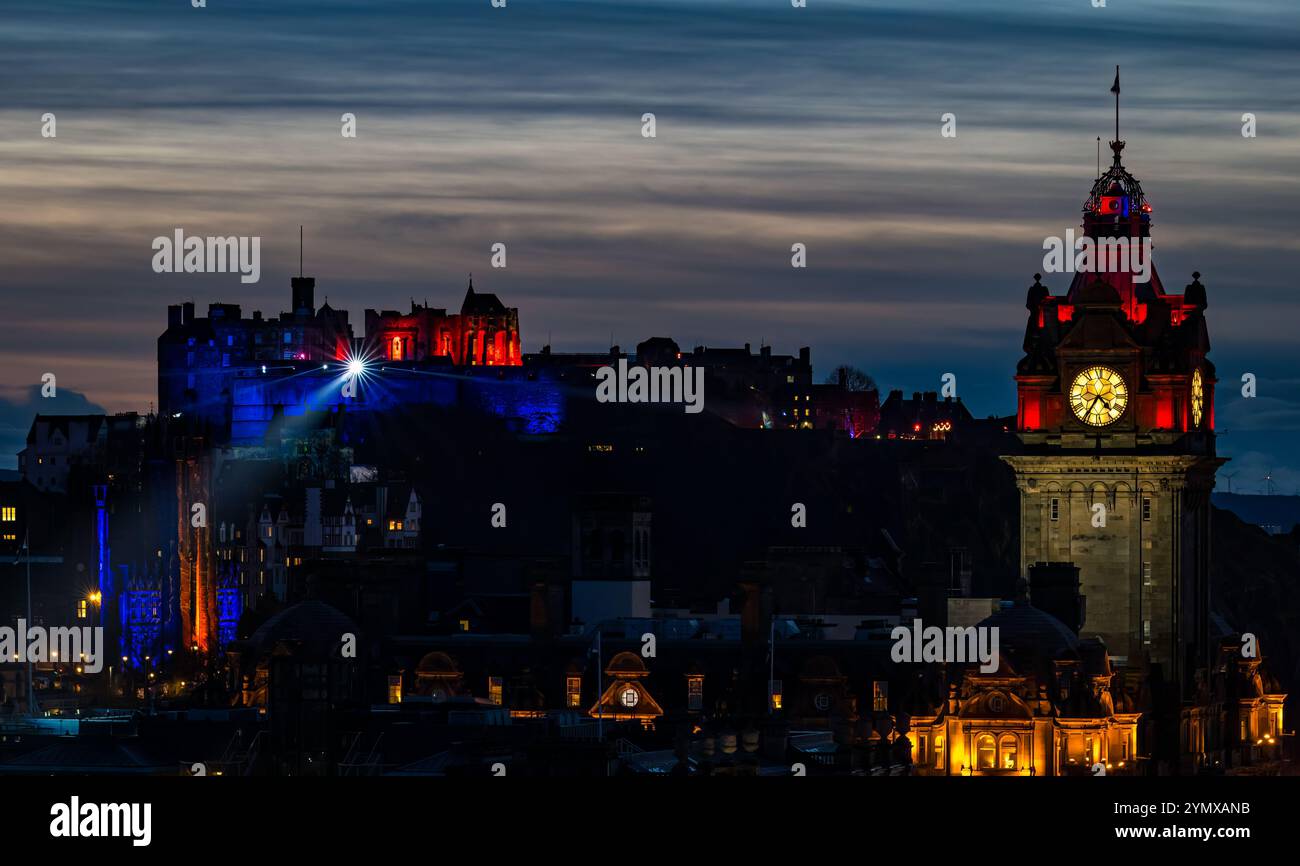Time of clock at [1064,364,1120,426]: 4:35
